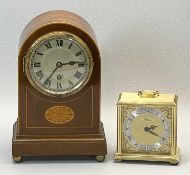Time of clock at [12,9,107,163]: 2:35
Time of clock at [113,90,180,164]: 2:20
